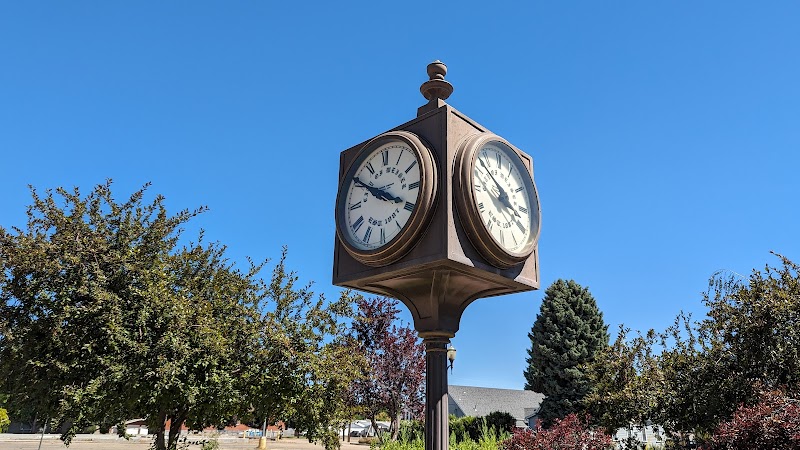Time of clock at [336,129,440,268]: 3:50
